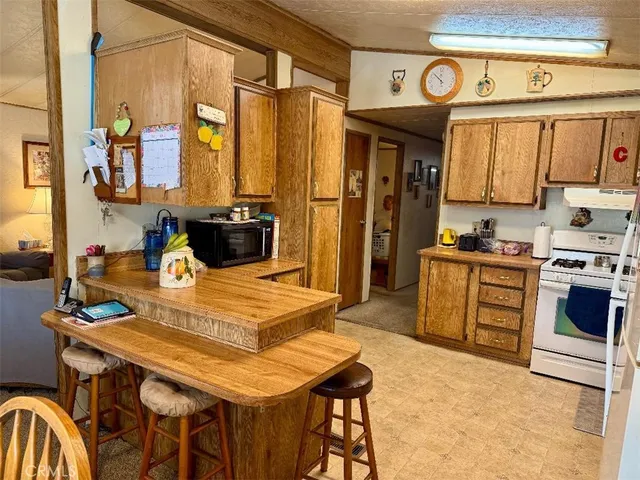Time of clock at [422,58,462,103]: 11:52
